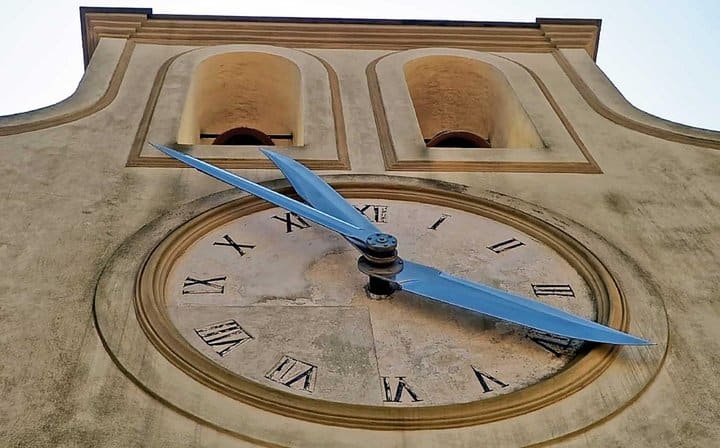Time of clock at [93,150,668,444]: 12:19
